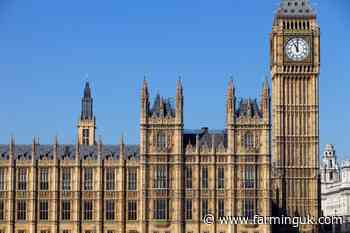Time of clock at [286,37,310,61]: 11:00
